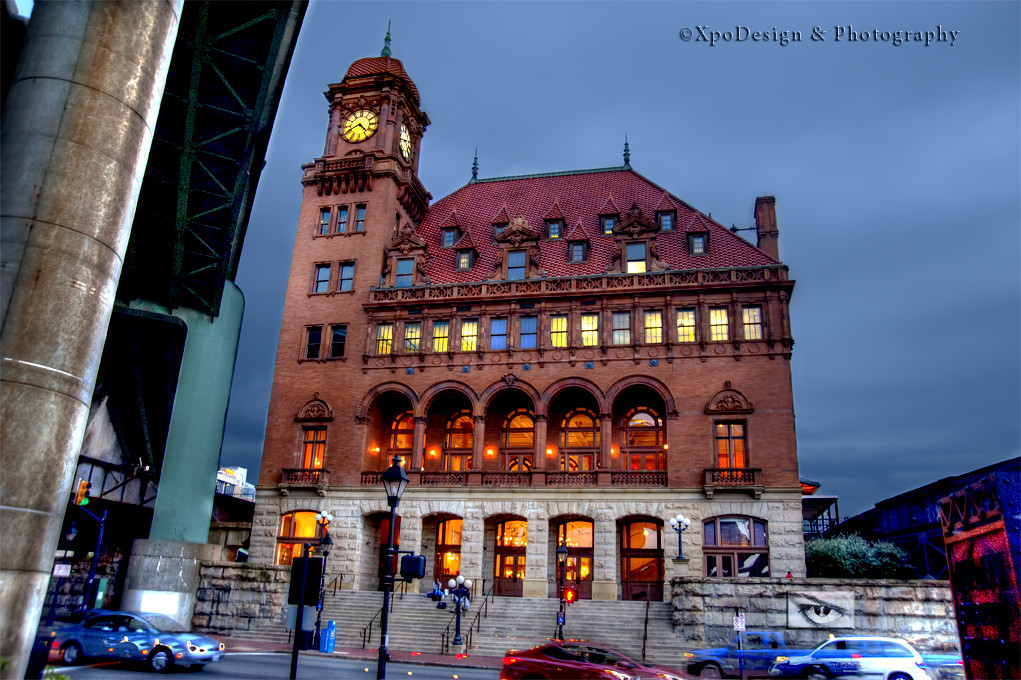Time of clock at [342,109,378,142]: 4:40
